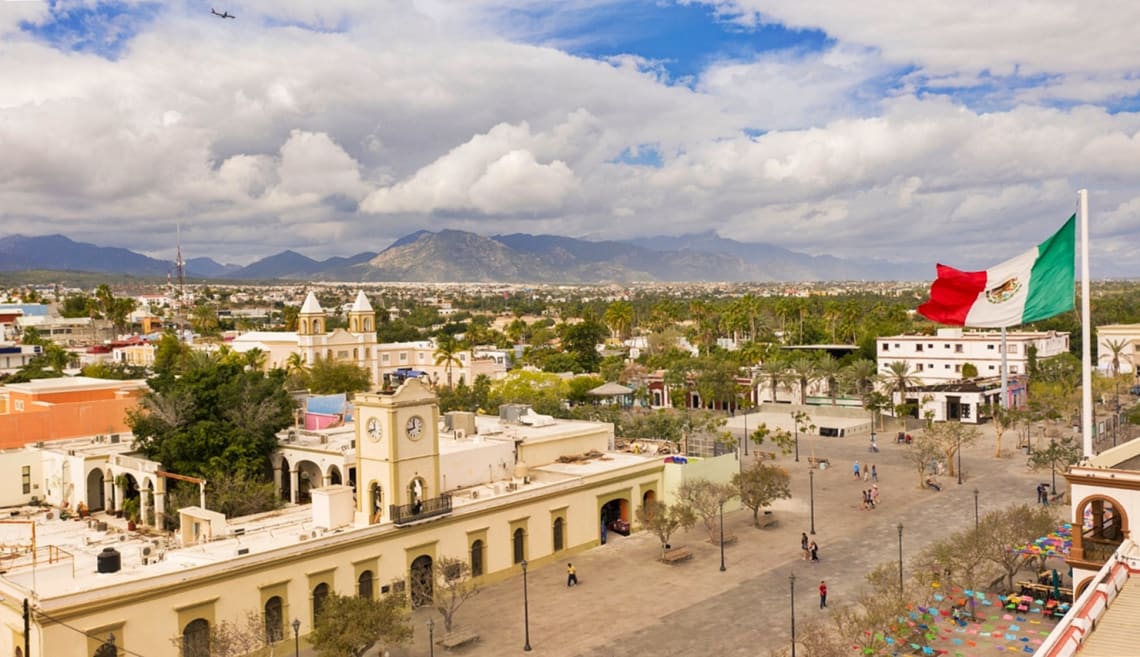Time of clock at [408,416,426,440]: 11:42
